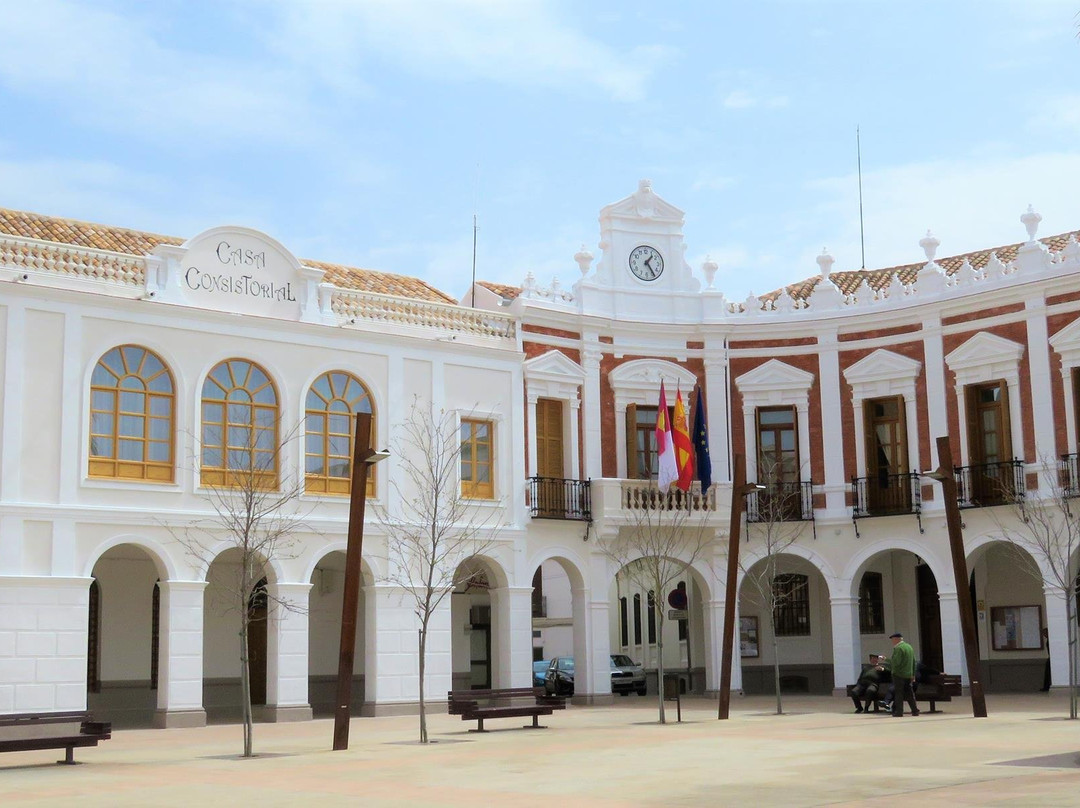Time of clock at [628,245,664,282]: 1:24
